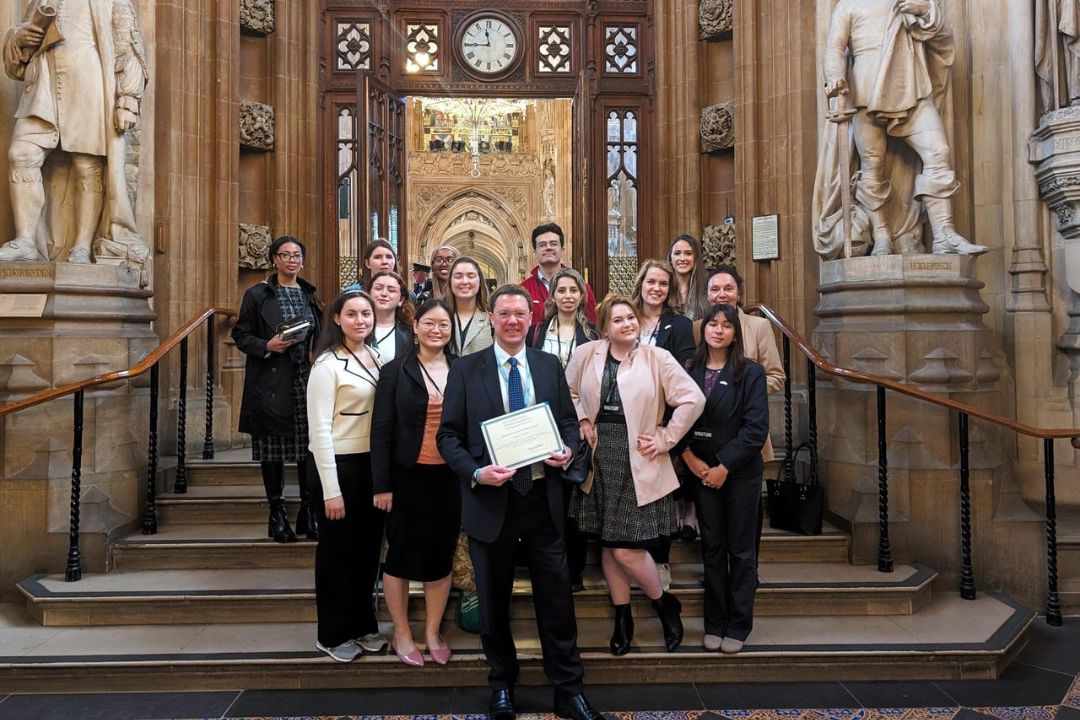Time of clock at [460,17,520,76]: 11:44
